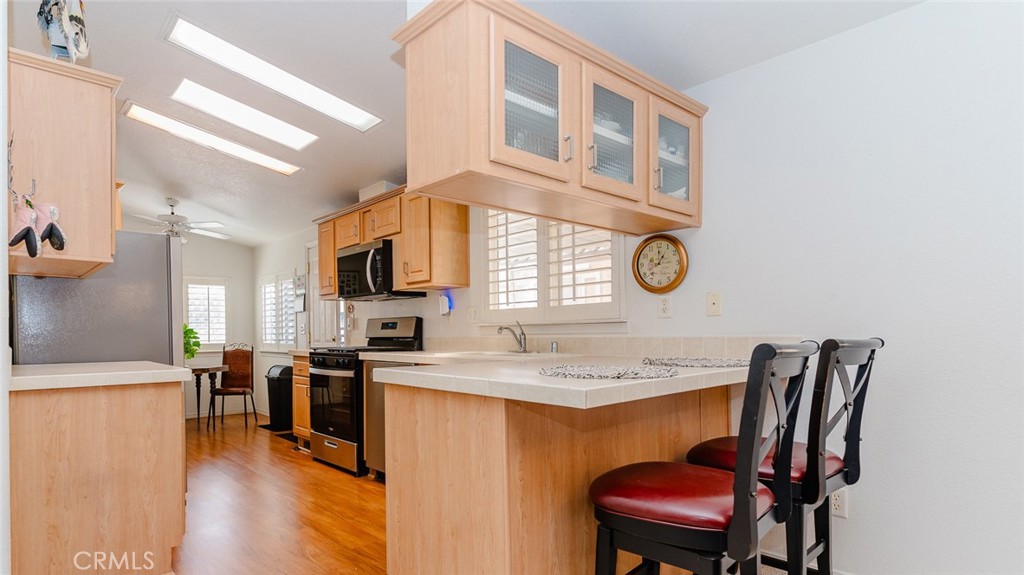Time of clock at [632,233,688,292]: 1:00
